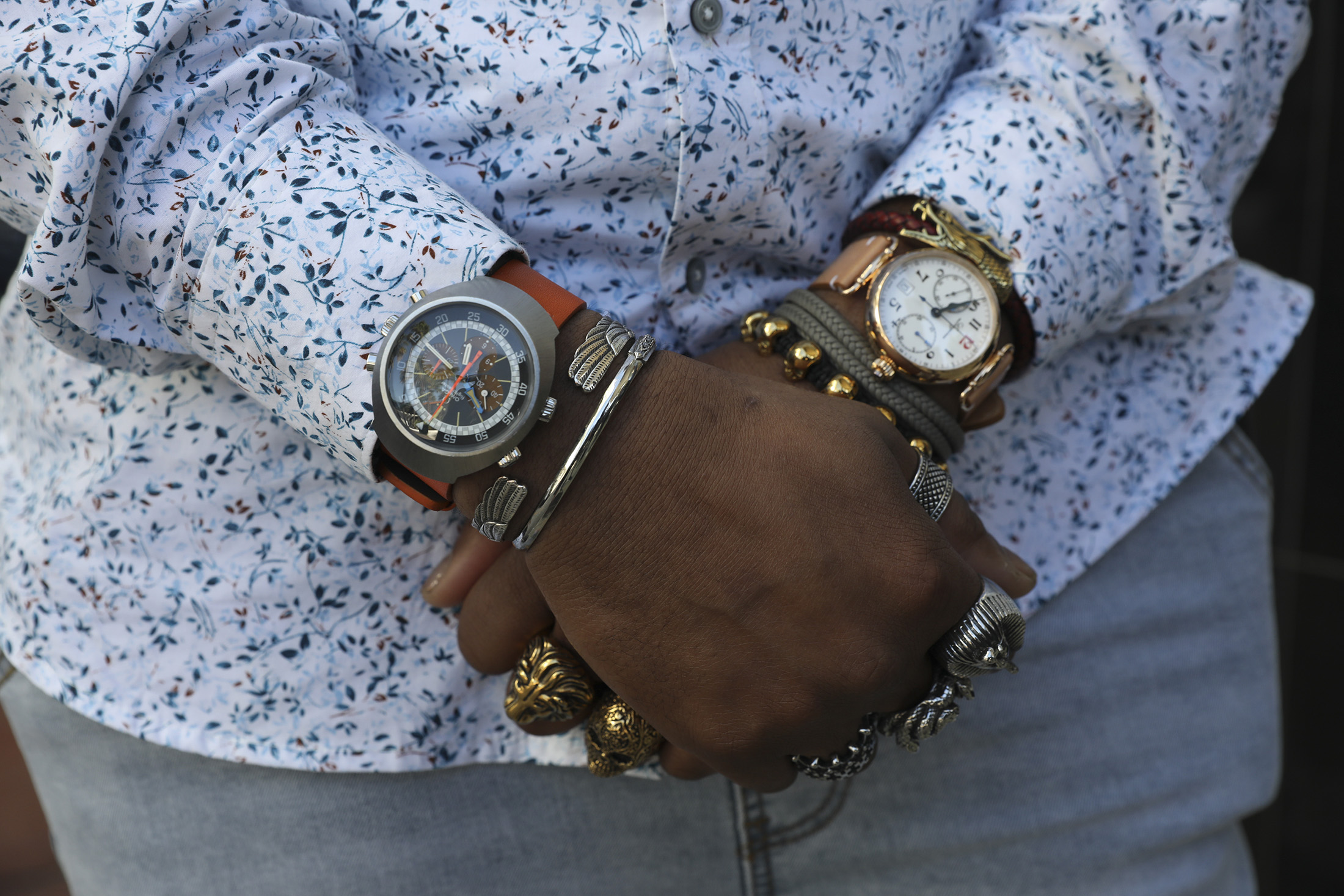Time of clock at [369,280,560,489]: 12:52
